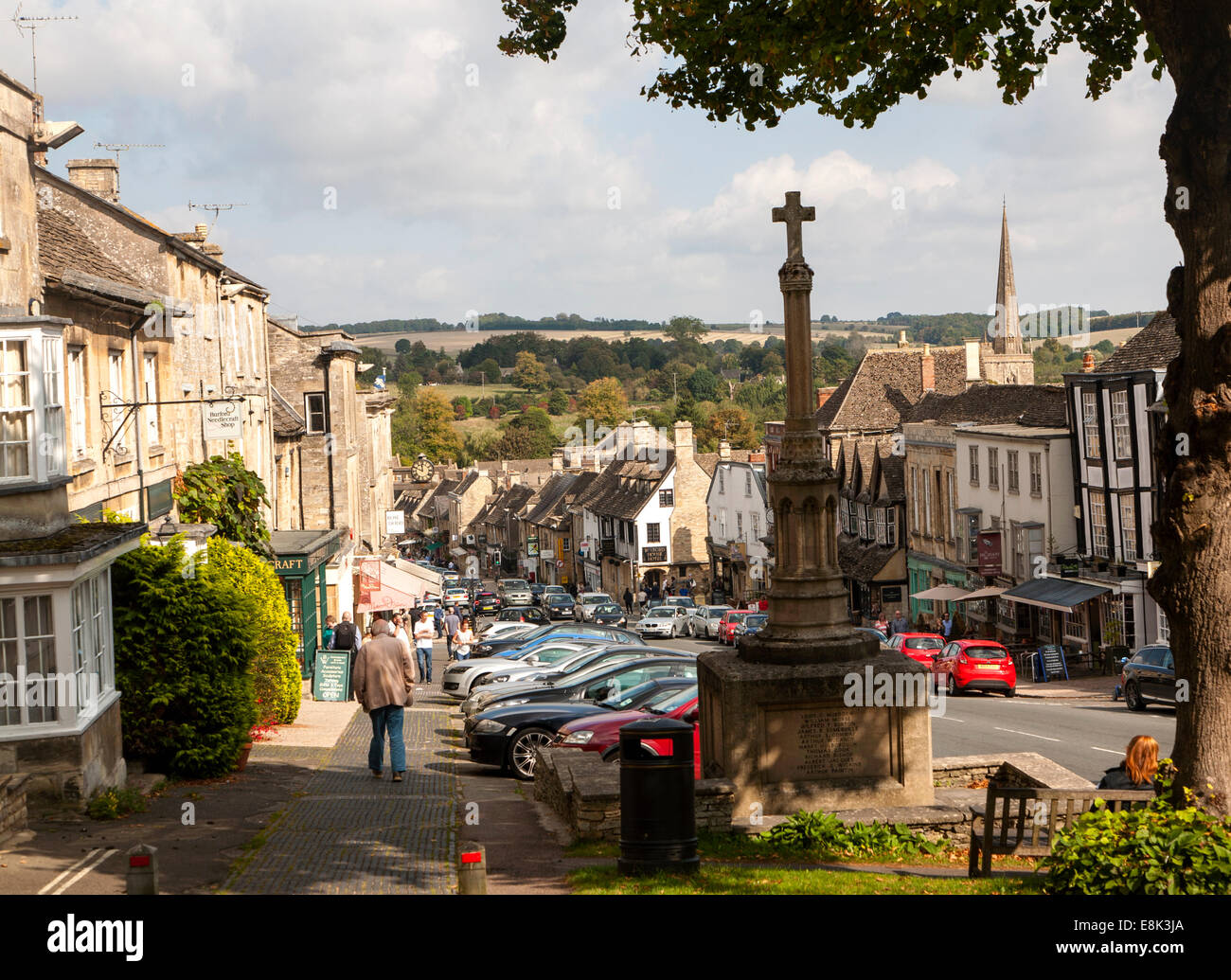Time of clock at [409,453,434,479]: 11:48
